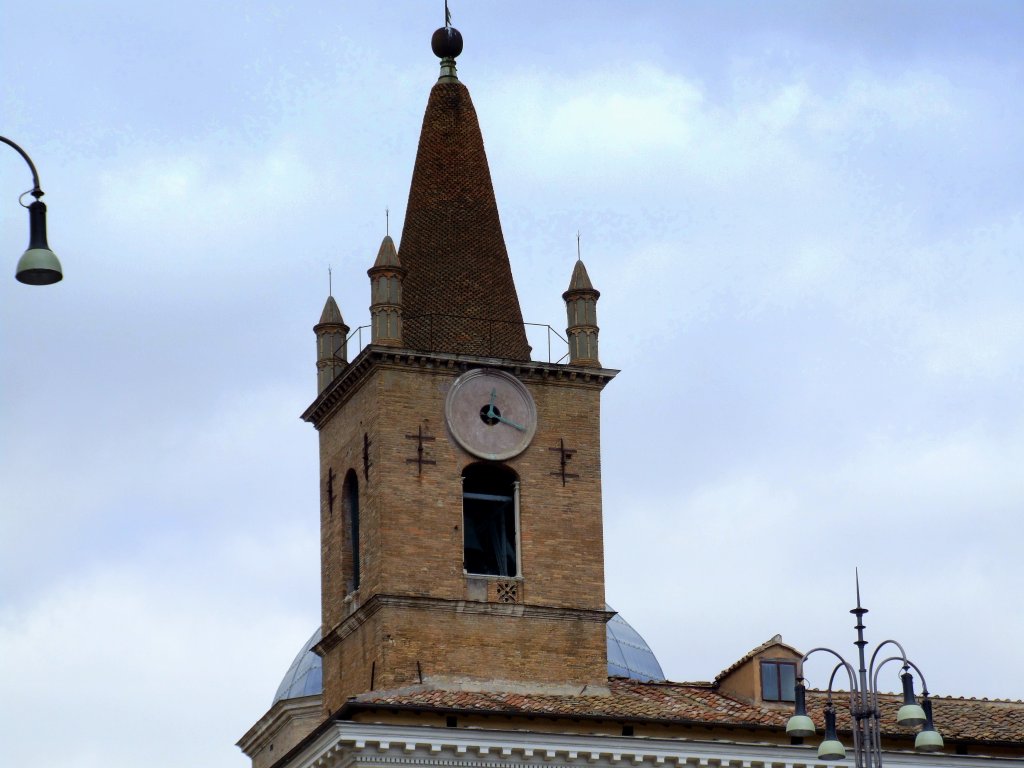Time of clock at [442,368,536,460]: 12:18
